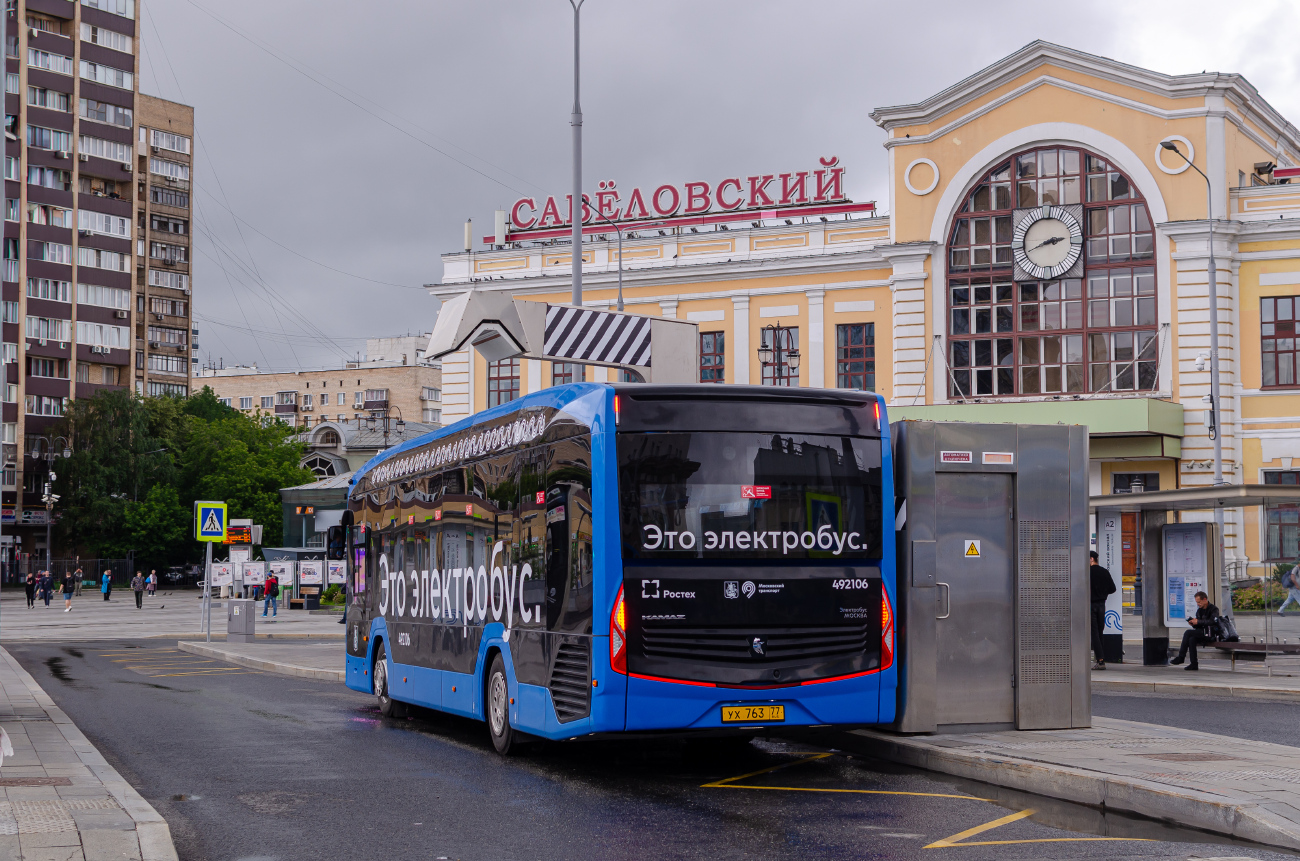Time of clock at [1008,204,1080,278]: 2:41
